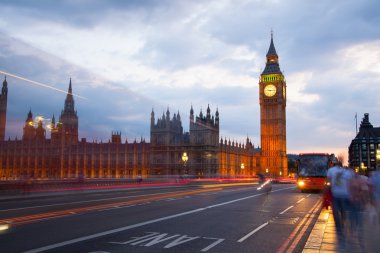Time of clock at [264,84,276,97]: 9:15
